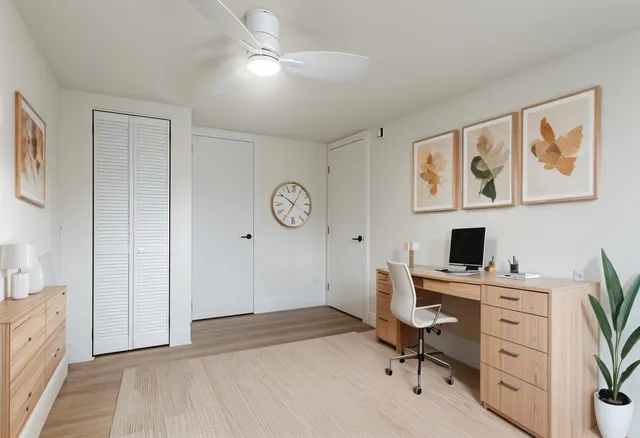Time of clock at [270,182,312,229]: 6:50
